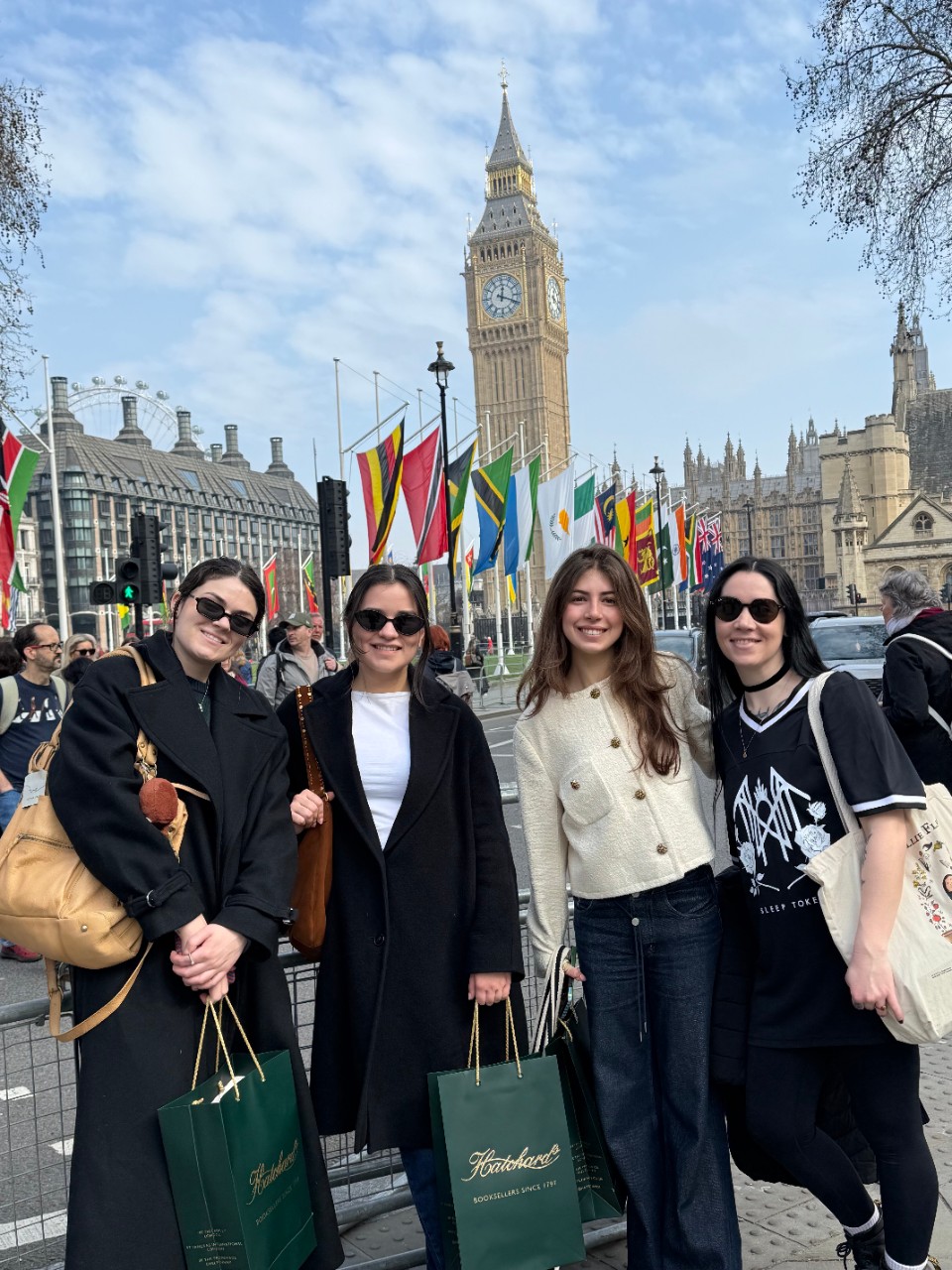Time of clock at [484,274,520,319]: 12:18
